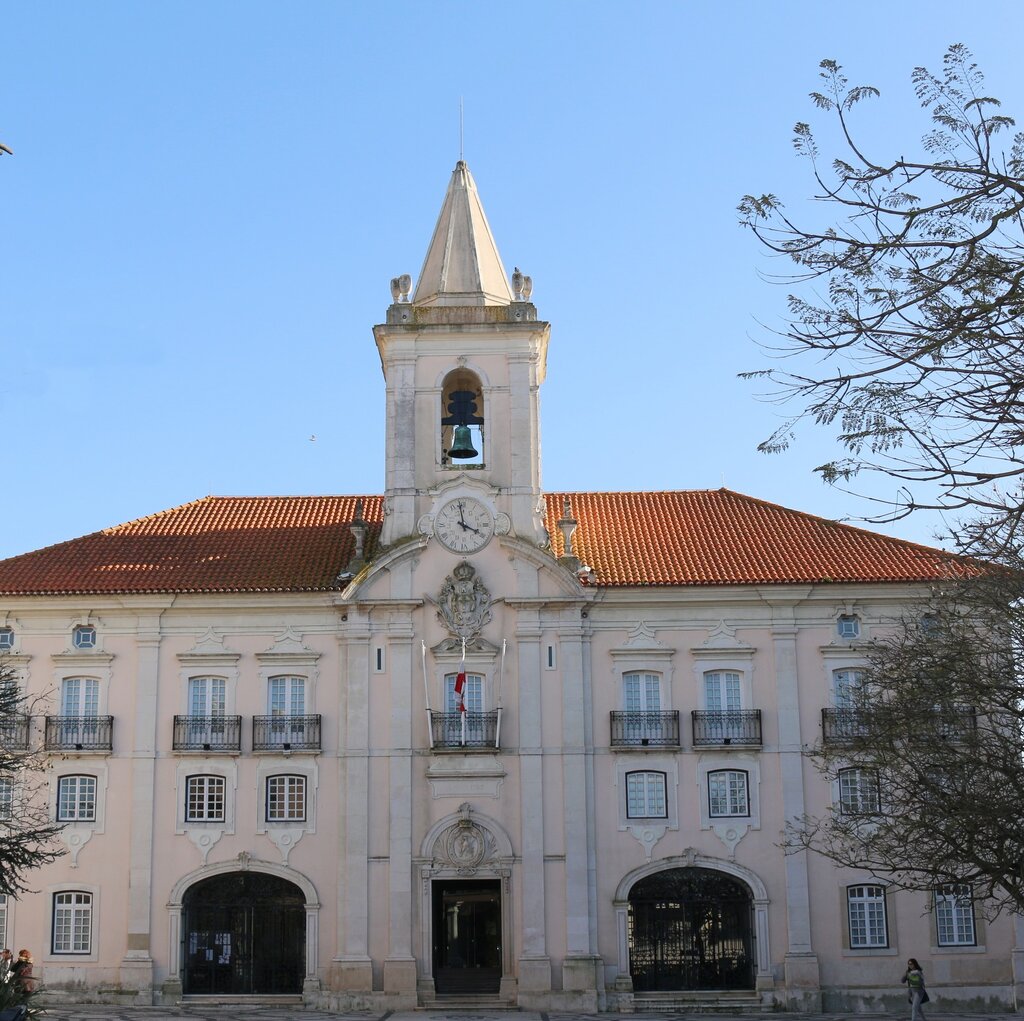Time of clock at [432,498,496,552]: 3:58
